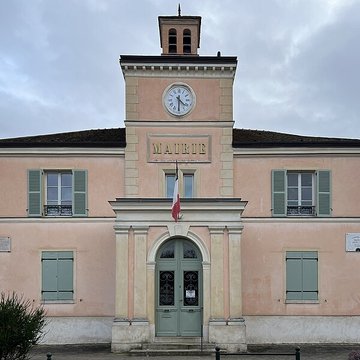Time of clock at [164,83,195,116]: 4:30
